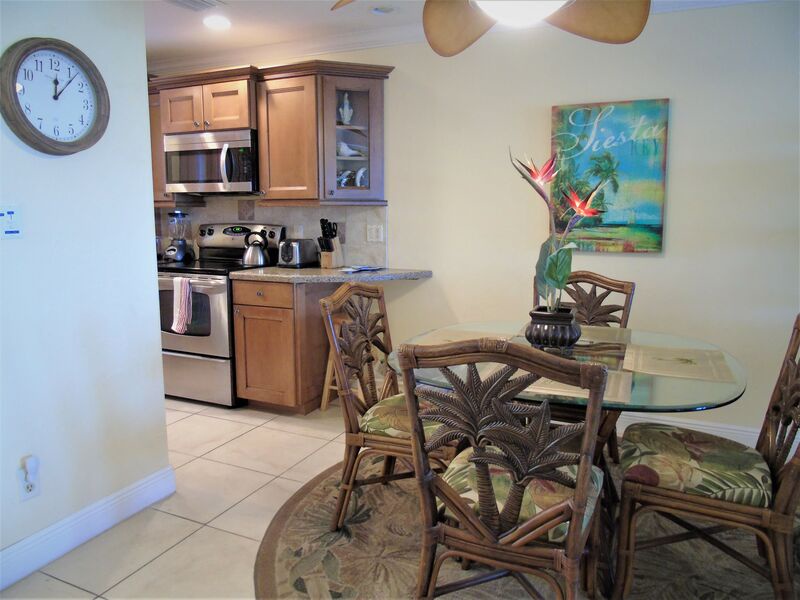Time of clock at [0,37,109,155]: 12:06
